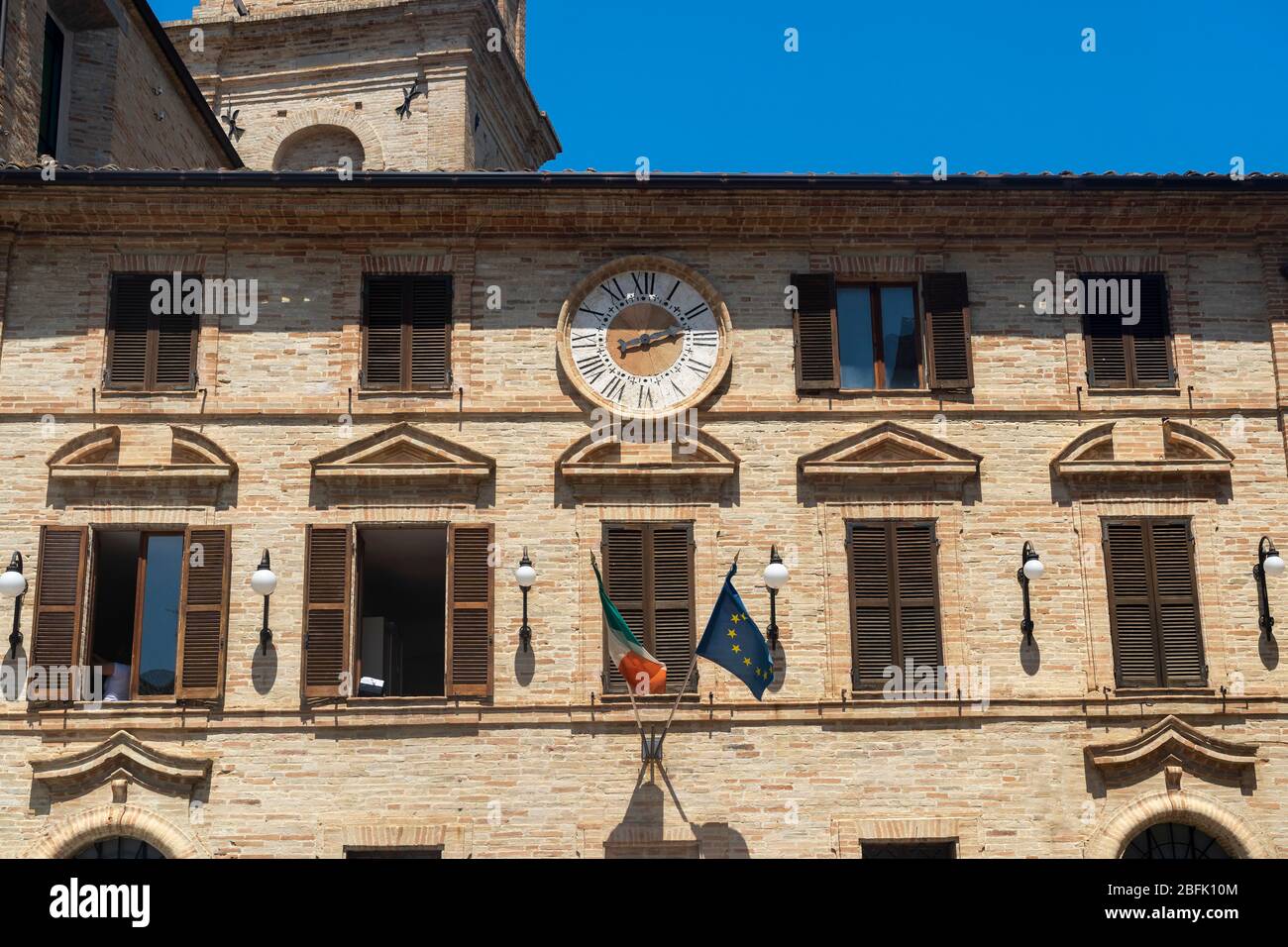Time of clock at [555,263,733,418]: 8:12
